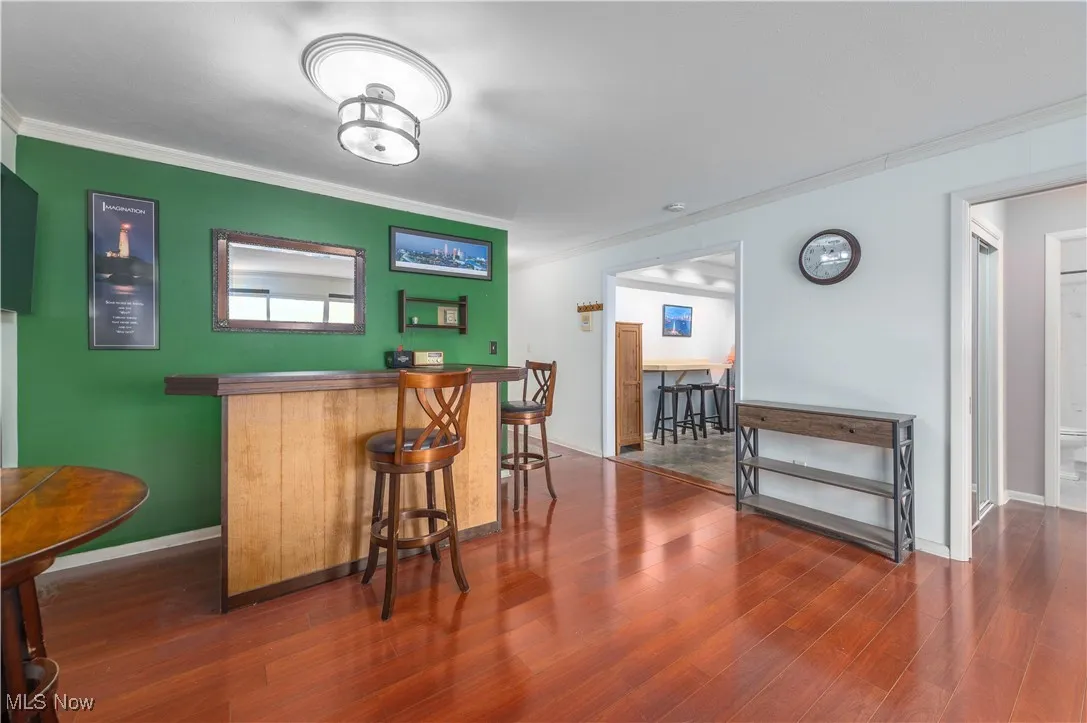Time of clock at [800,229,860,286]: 7:15
